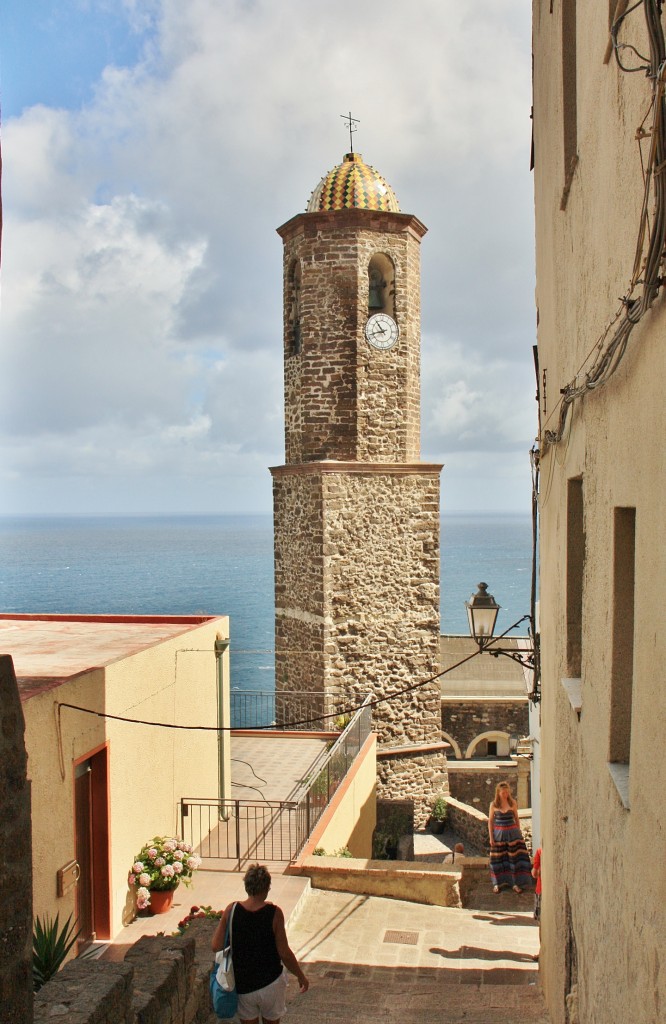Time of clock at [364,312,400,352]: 10:42
